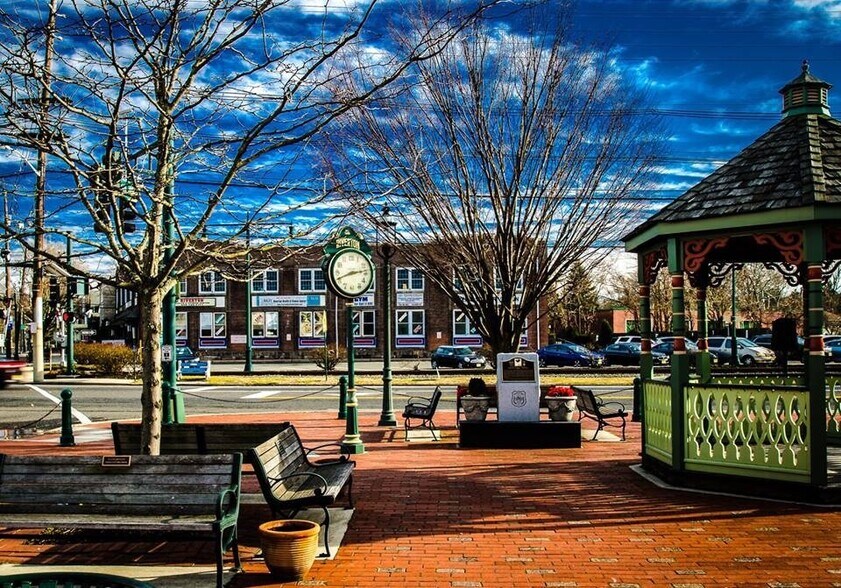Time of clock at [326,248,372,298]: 2:41
